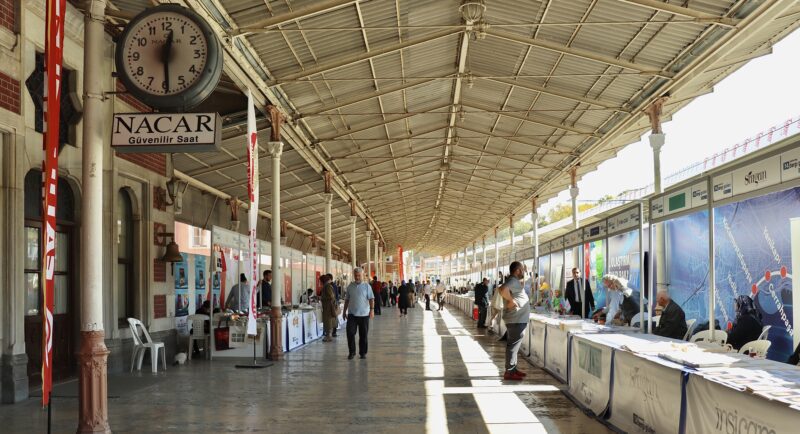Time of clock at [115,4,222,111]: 12:29
